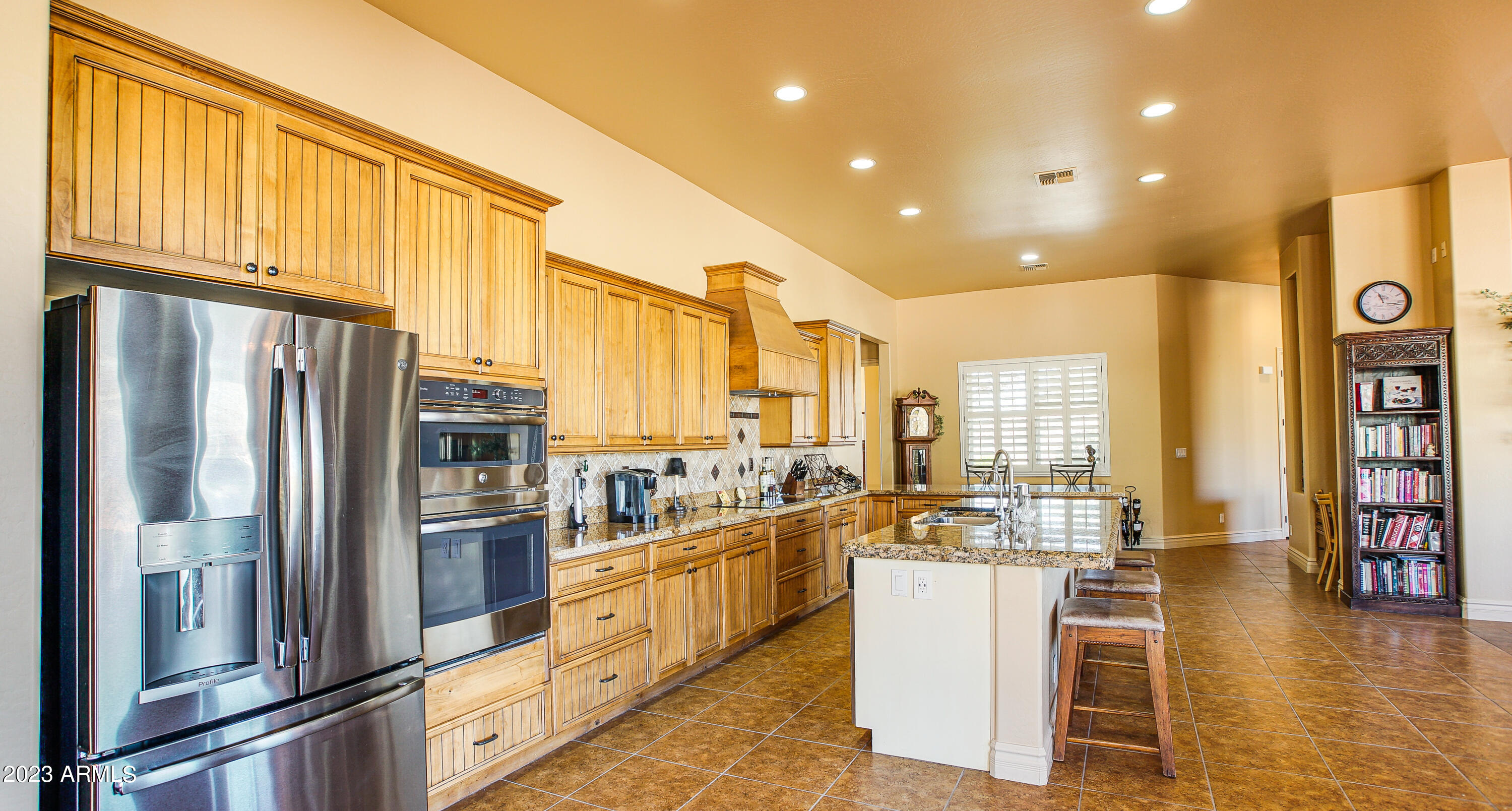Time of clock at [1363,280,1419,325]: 11:16
